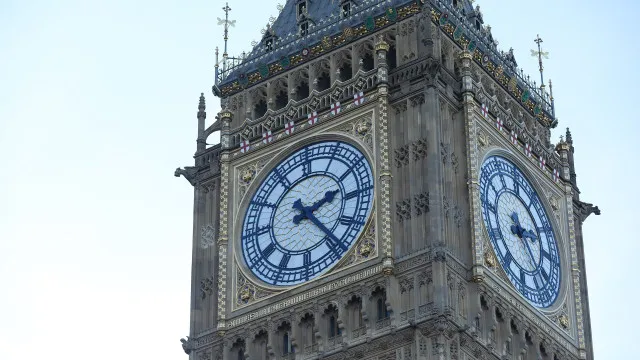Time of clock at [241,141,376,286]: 2:23
